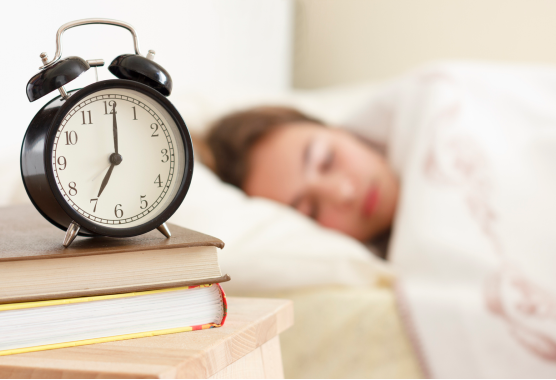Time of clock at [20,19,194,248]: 7:00
